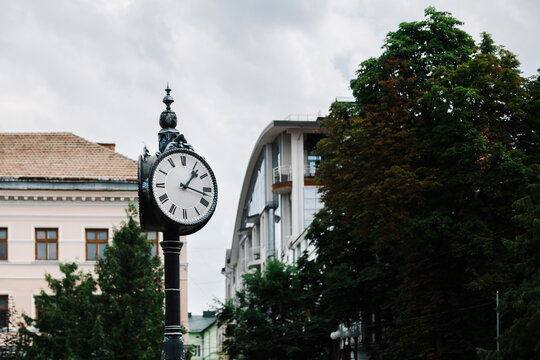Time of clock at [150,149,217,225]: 1:17
